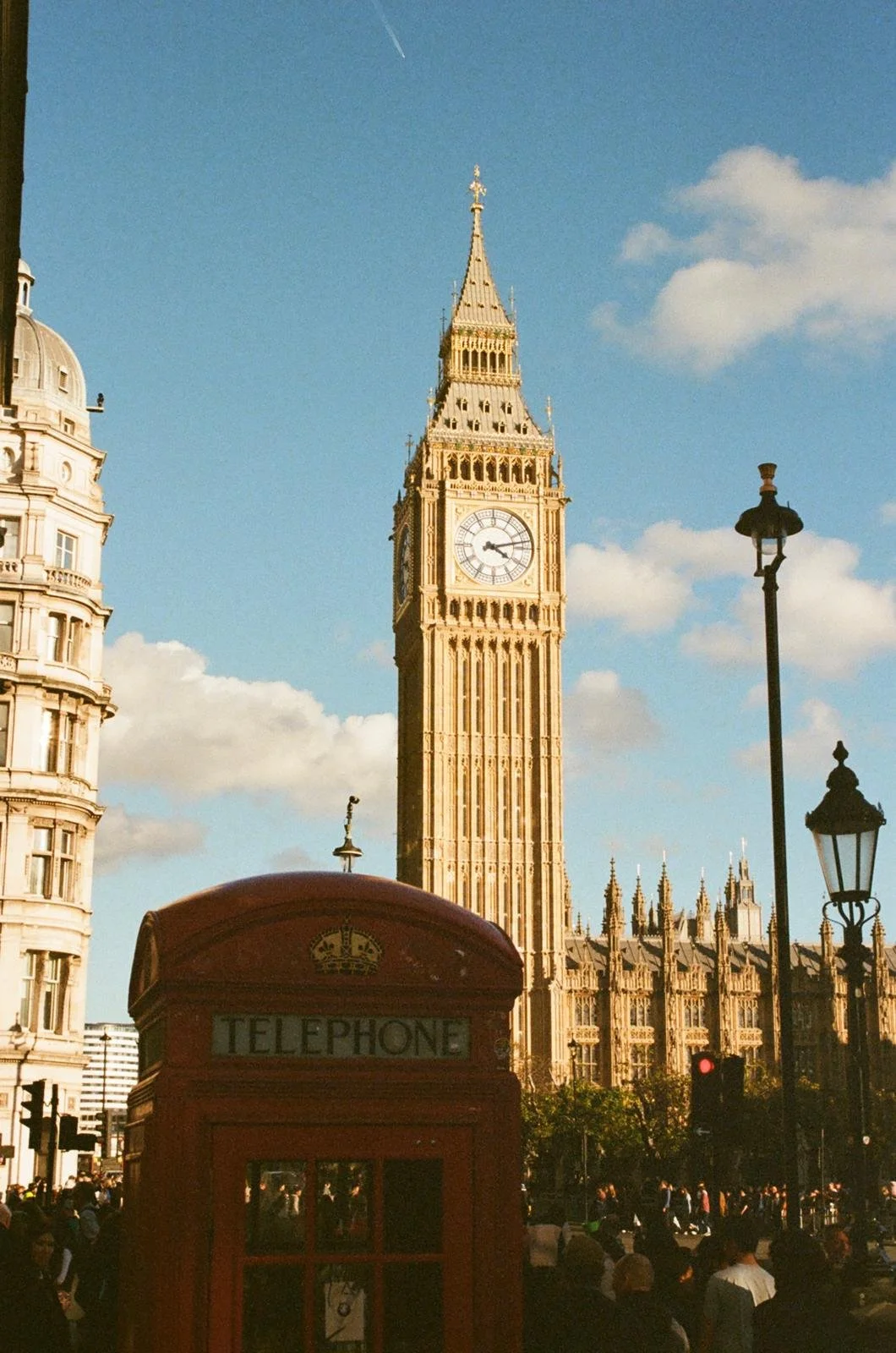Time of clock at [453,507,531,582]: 4:12
